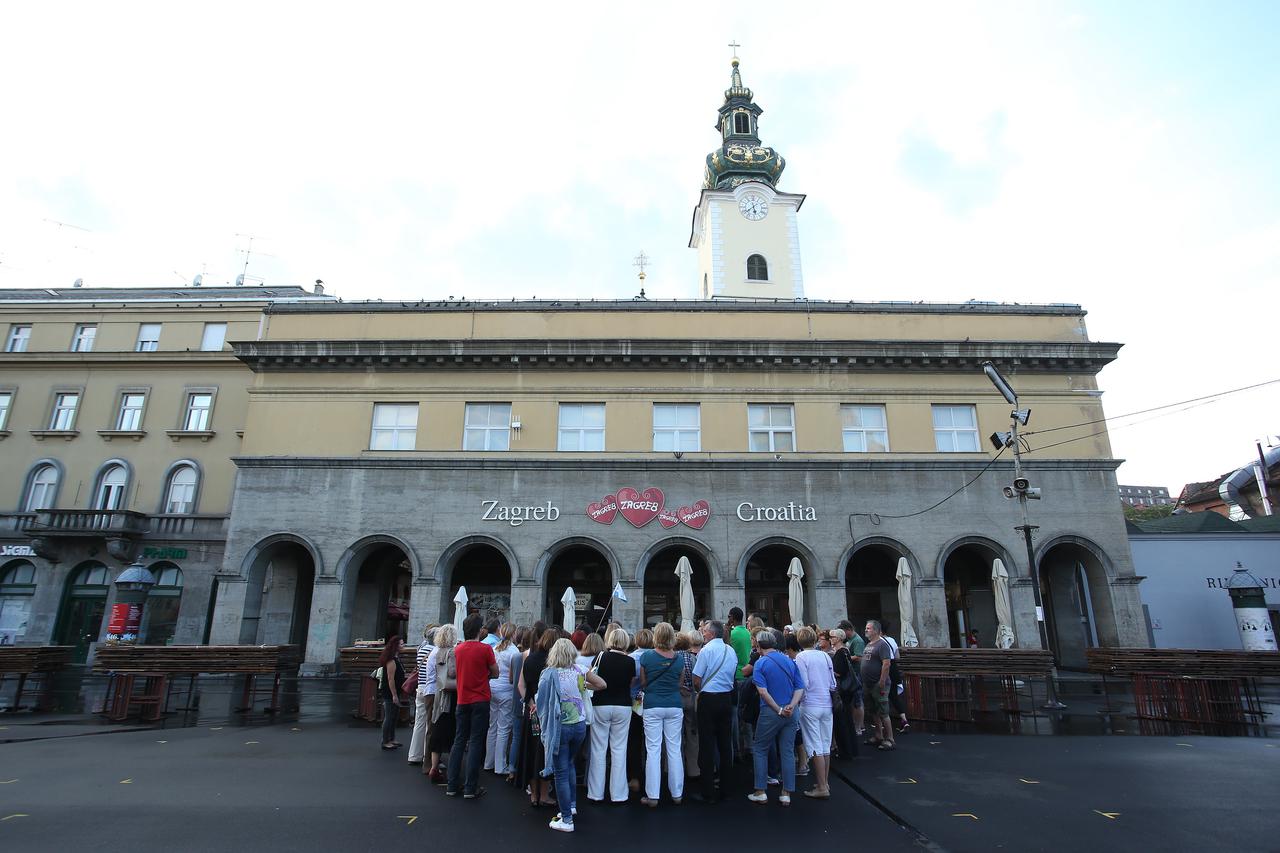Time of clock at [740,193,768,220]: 5:38
